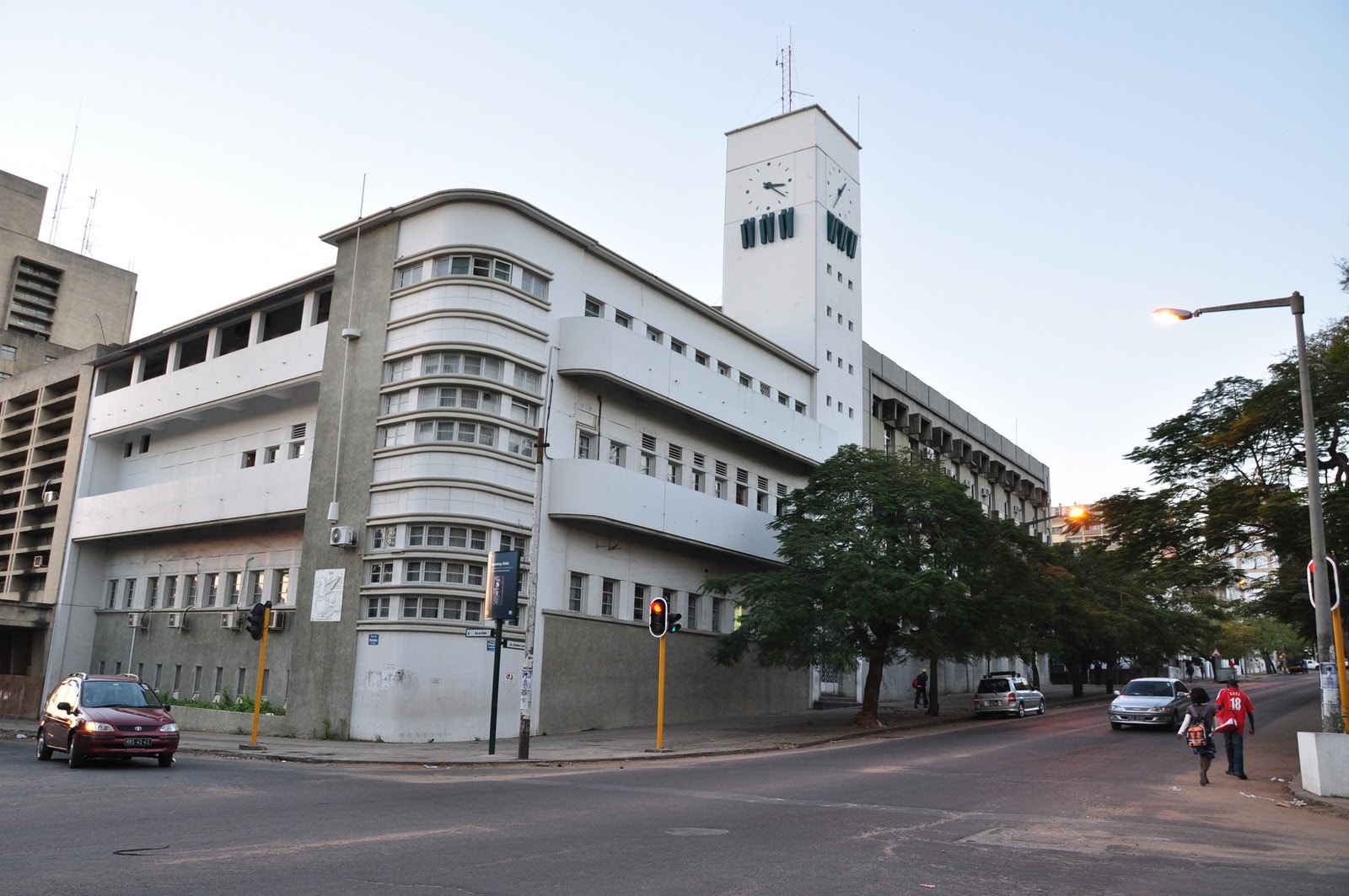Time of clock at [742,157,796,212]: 3:21
